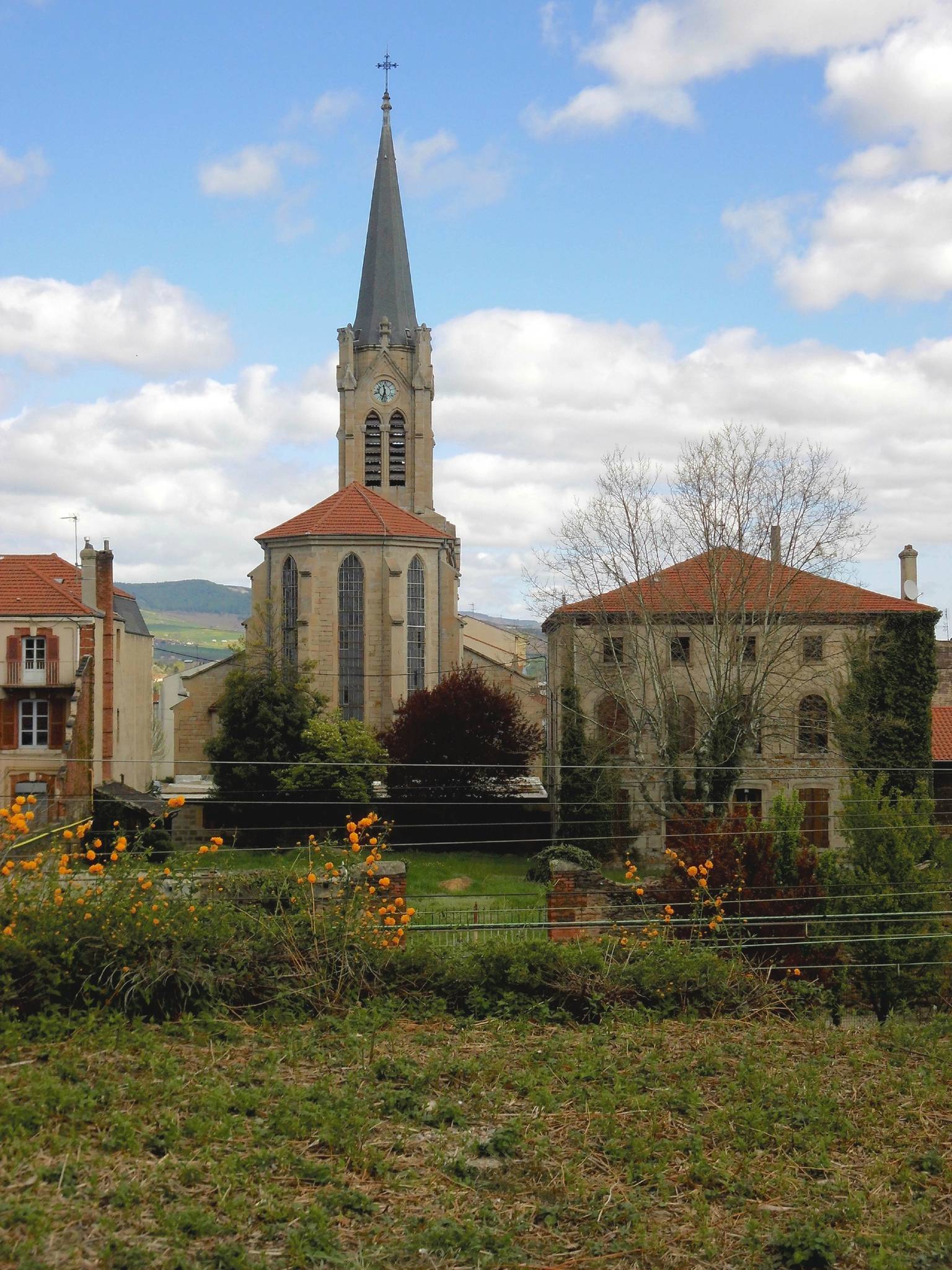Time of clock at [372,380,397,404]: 11:32
